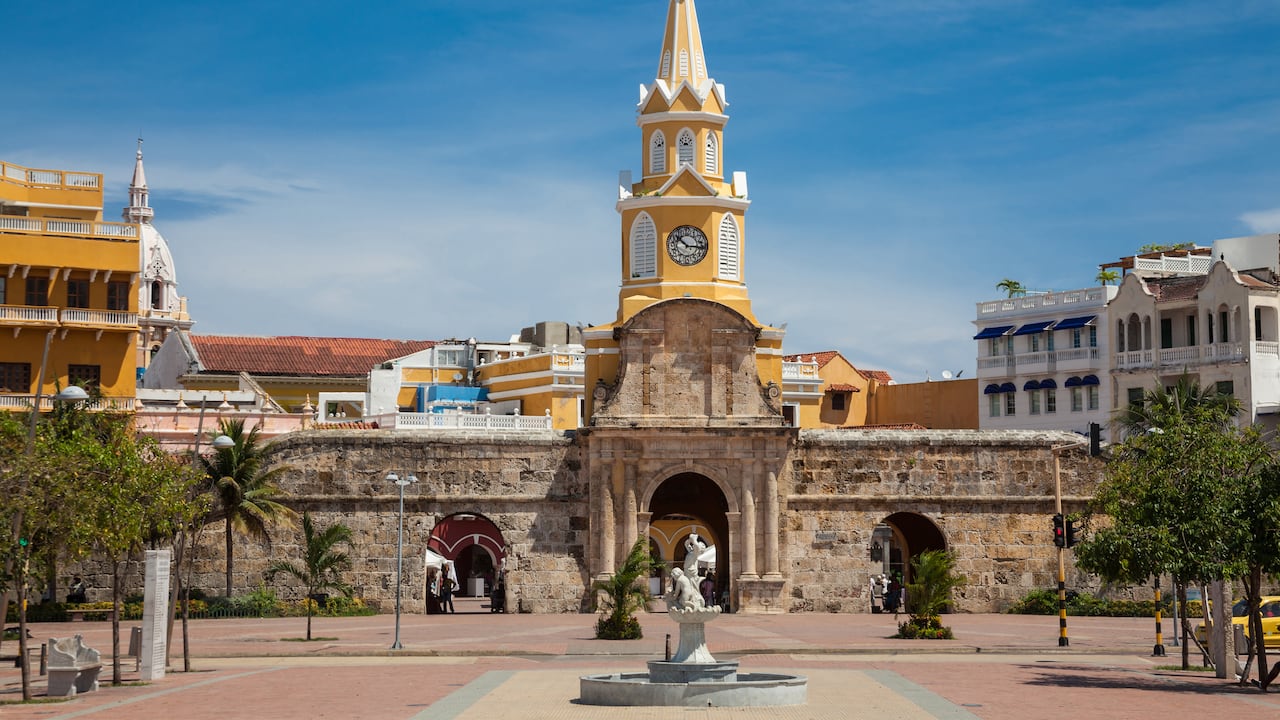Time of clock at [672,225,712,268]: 10:15
